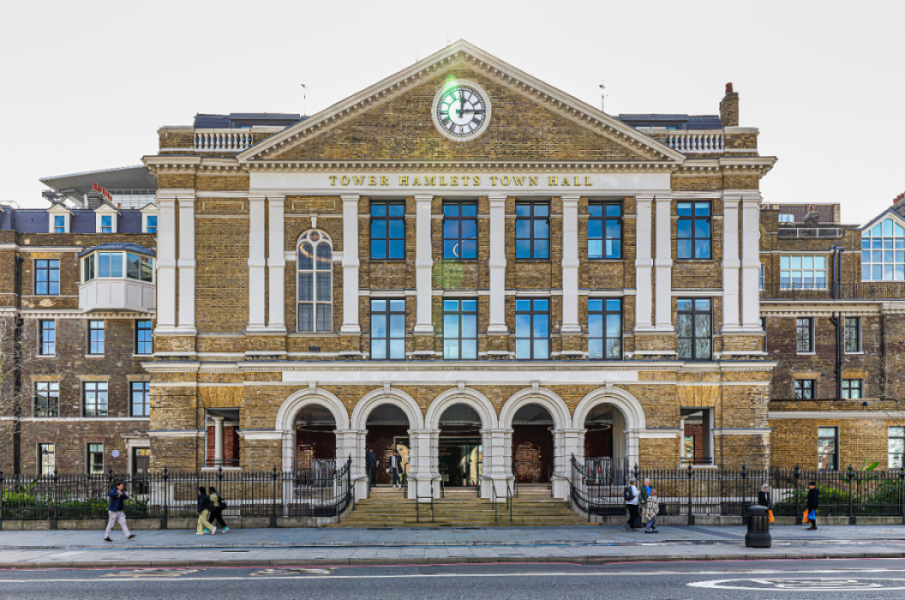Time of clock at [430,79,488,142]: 12:14
